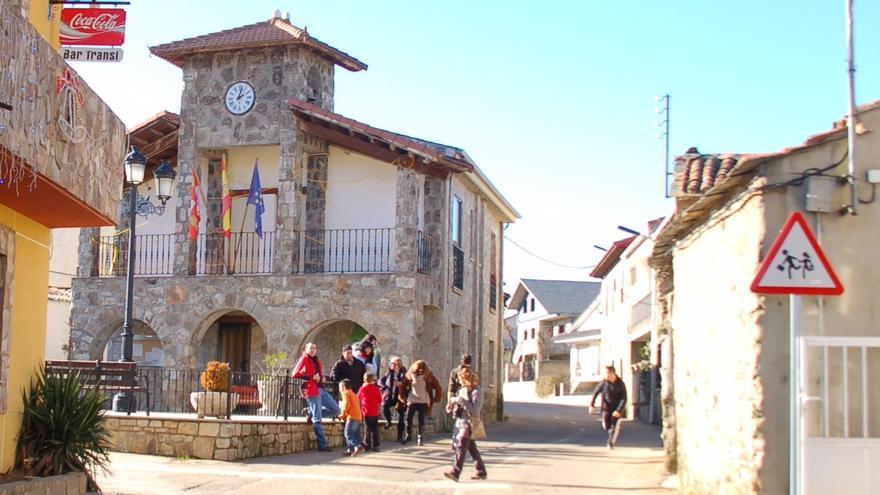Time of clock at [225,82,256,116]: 2:02
